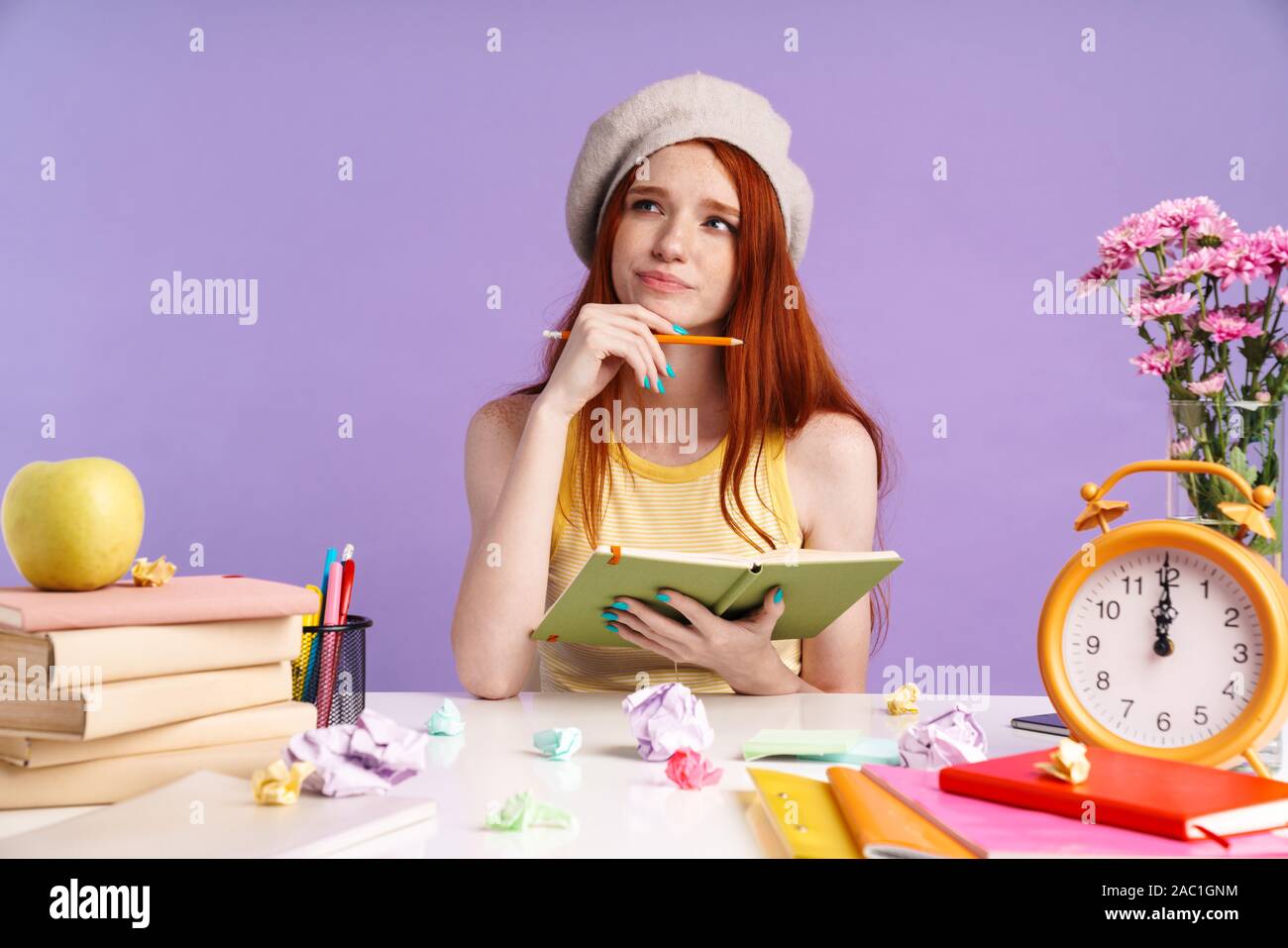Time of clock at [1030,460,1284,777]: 12:00
